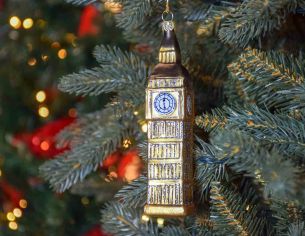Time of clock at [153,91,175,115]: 12:28
